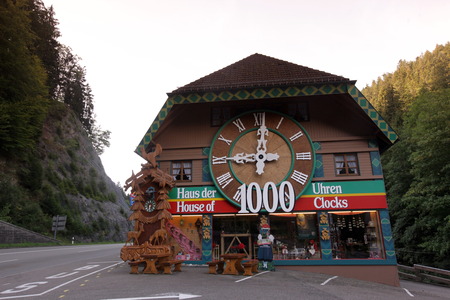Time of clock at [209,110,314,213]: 9:01
